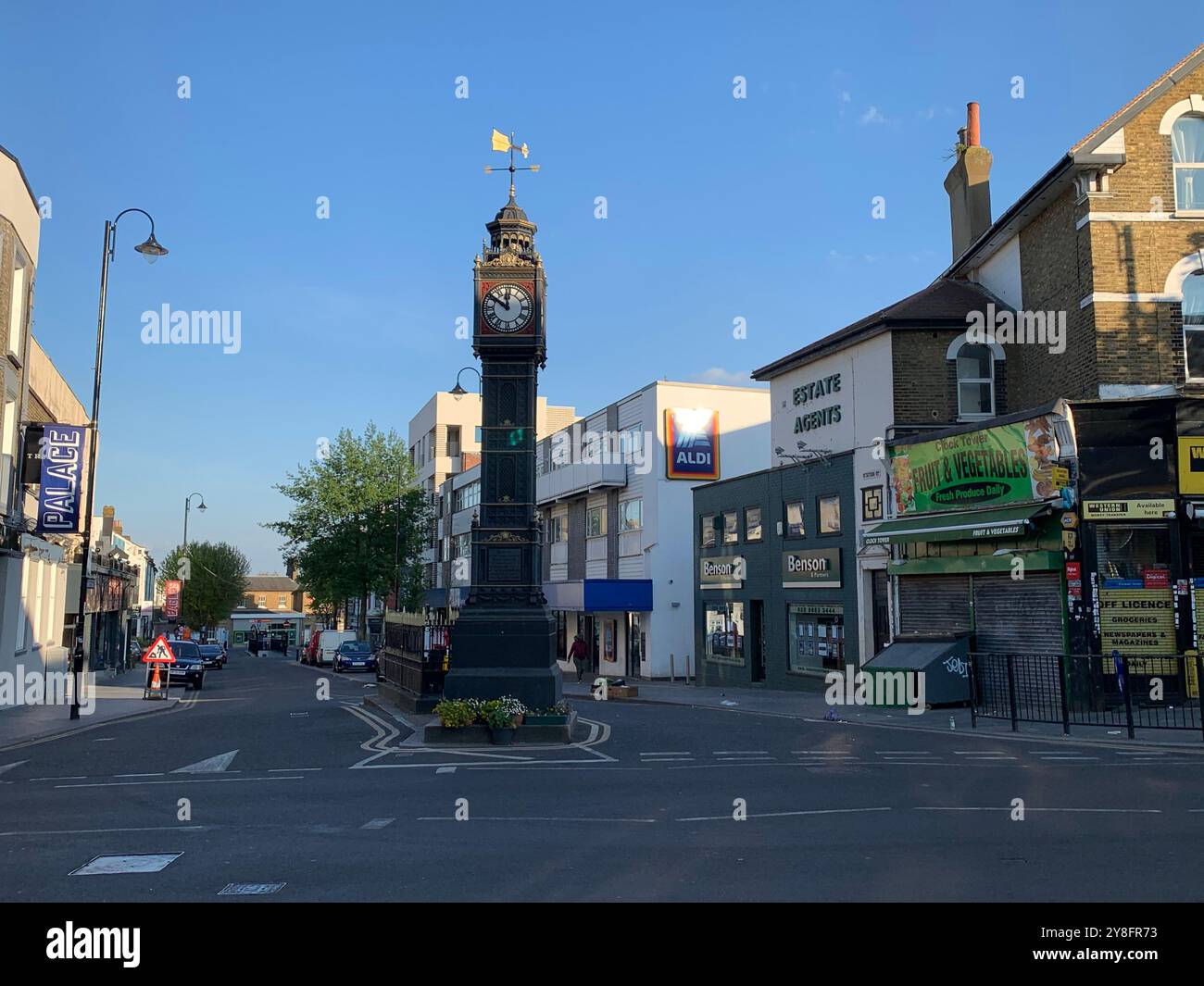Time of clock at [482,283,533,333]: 11:50
